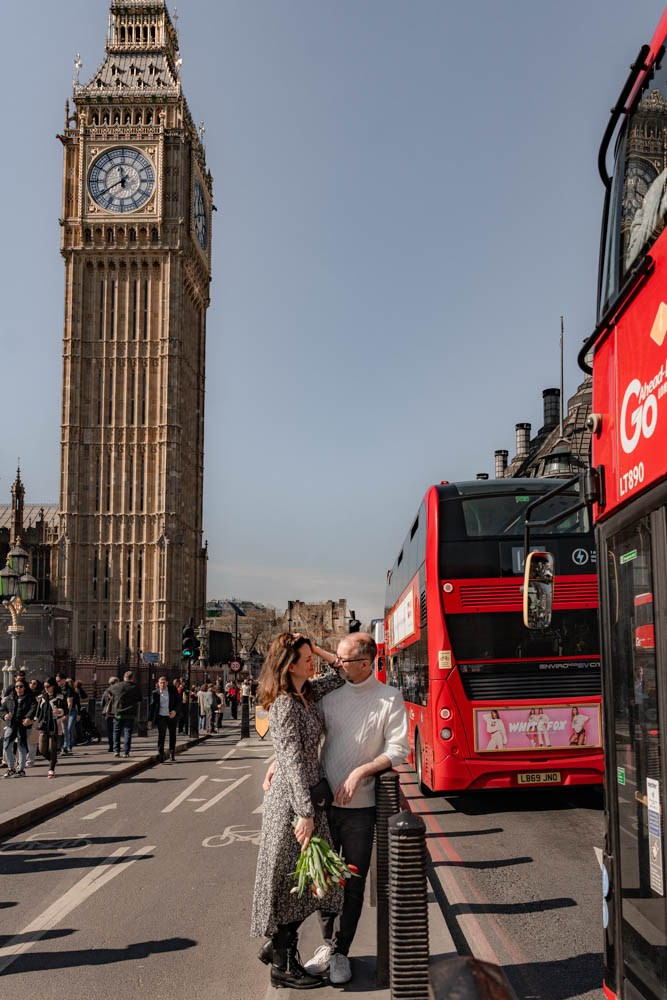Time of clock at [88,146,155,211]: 11:39
